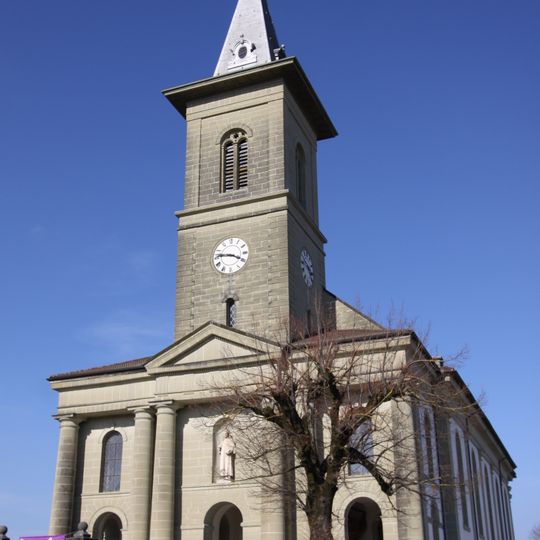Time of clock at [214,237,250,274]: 3:46
